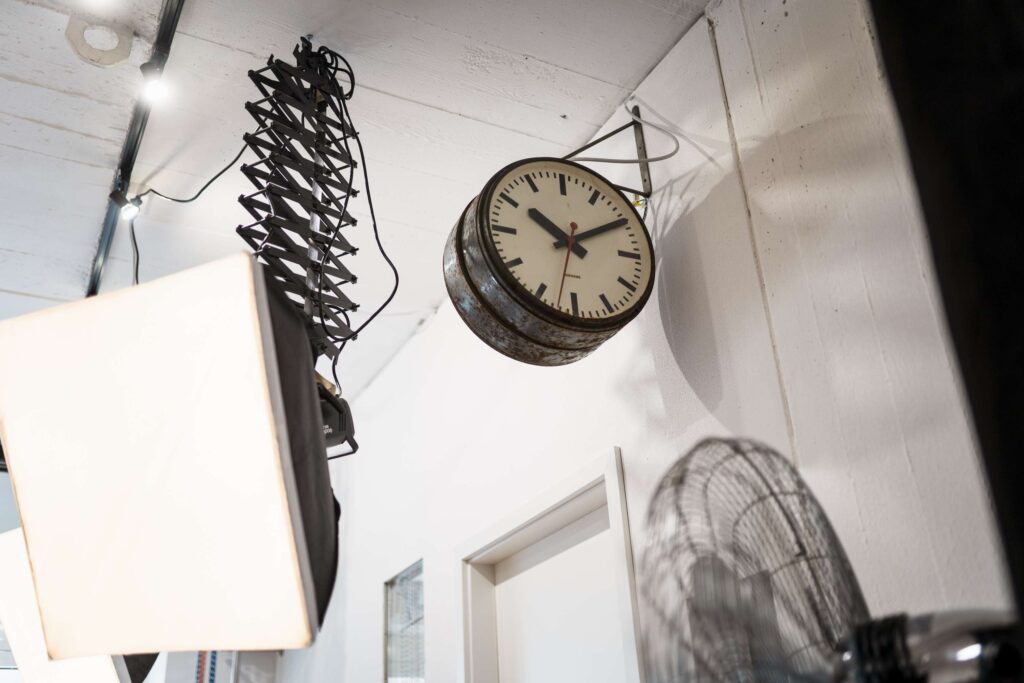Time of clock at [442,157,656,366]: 10:10
